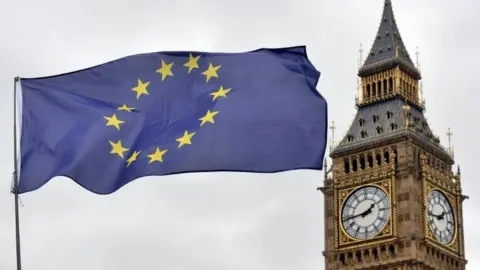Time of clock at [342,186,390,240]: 1:43
